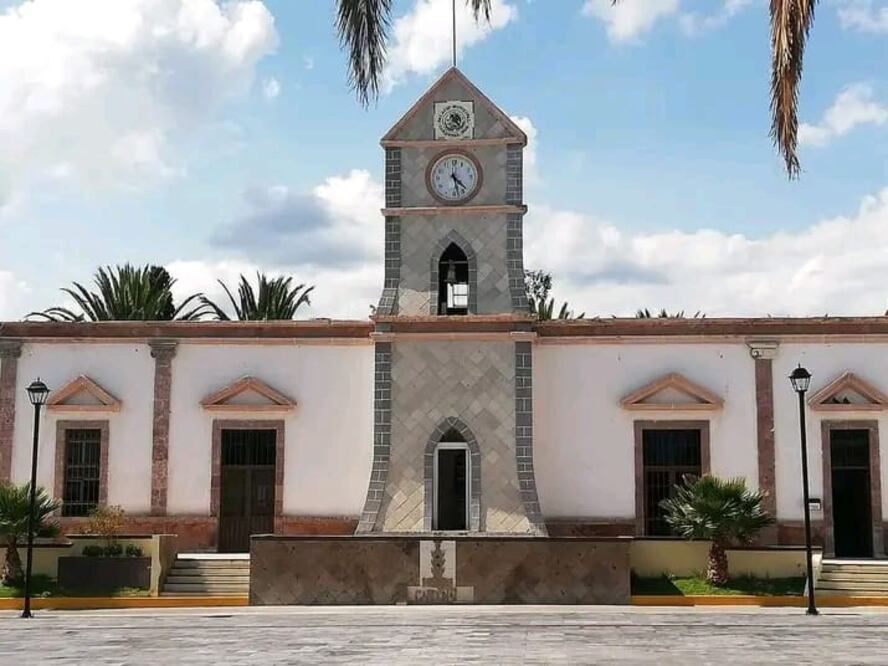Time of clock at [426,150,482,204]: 4:27
